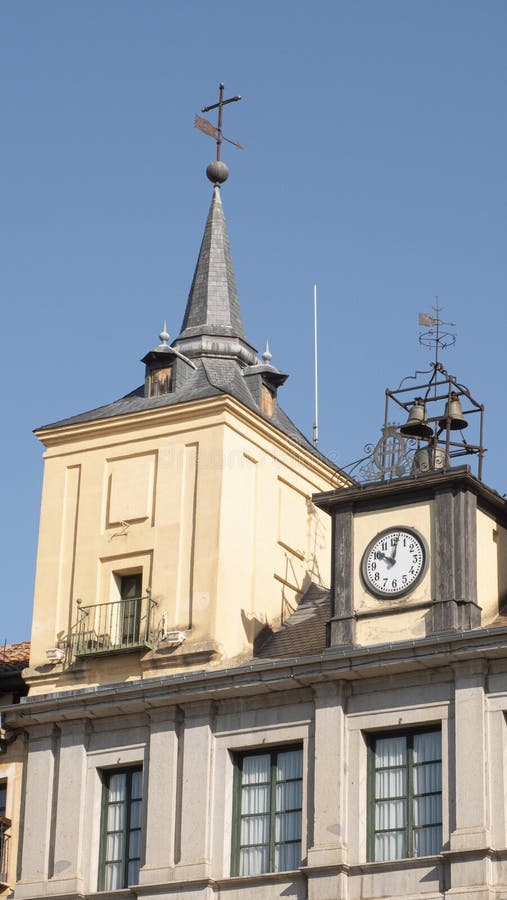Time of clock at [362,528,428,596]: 10:01
